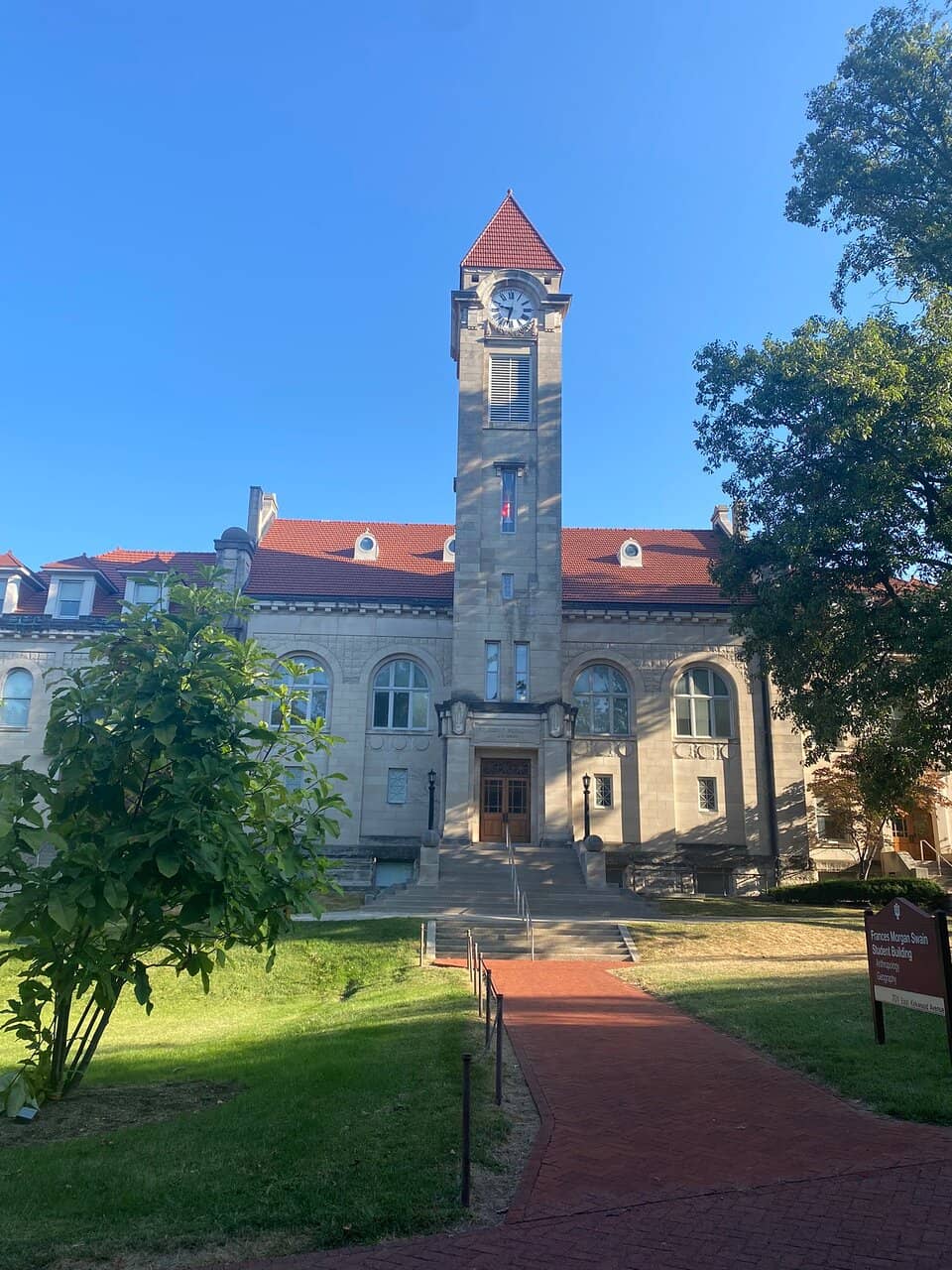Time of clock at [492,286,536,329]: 9:32
